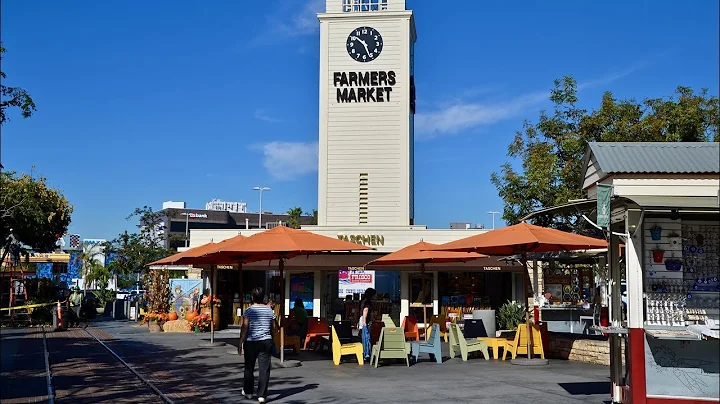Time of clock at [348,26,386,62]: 10:26
